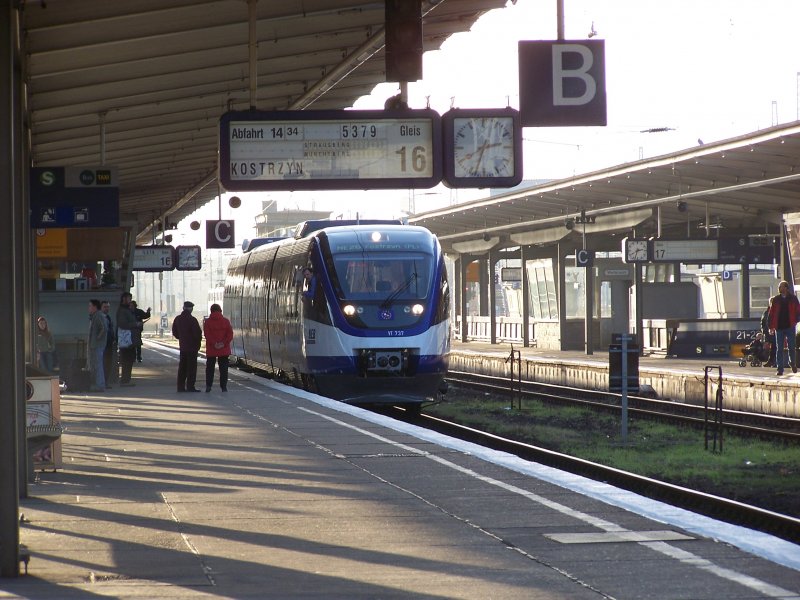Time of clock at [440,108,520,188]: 2:33
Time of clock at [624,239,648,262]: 2:33
